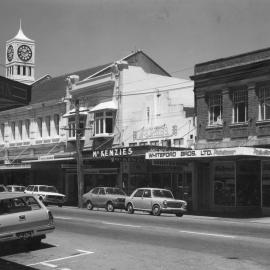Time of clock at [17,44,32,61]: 1:46
